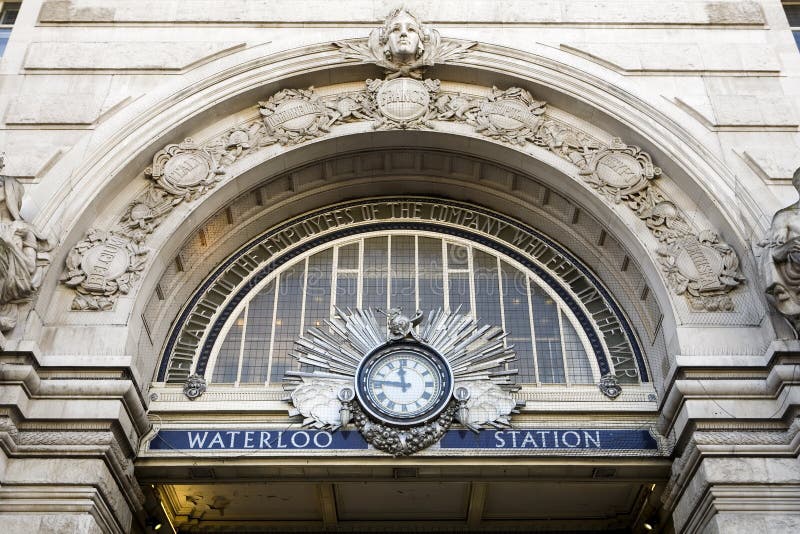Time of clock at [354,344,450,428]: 11:46
